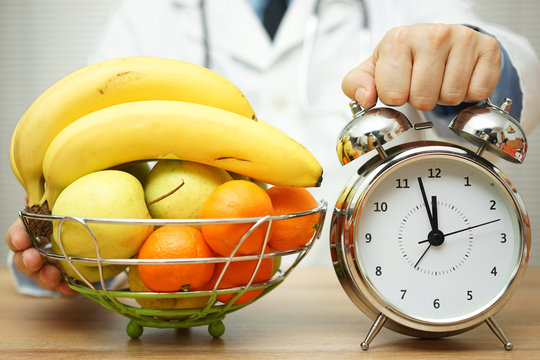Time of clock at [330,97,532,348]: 11:57
